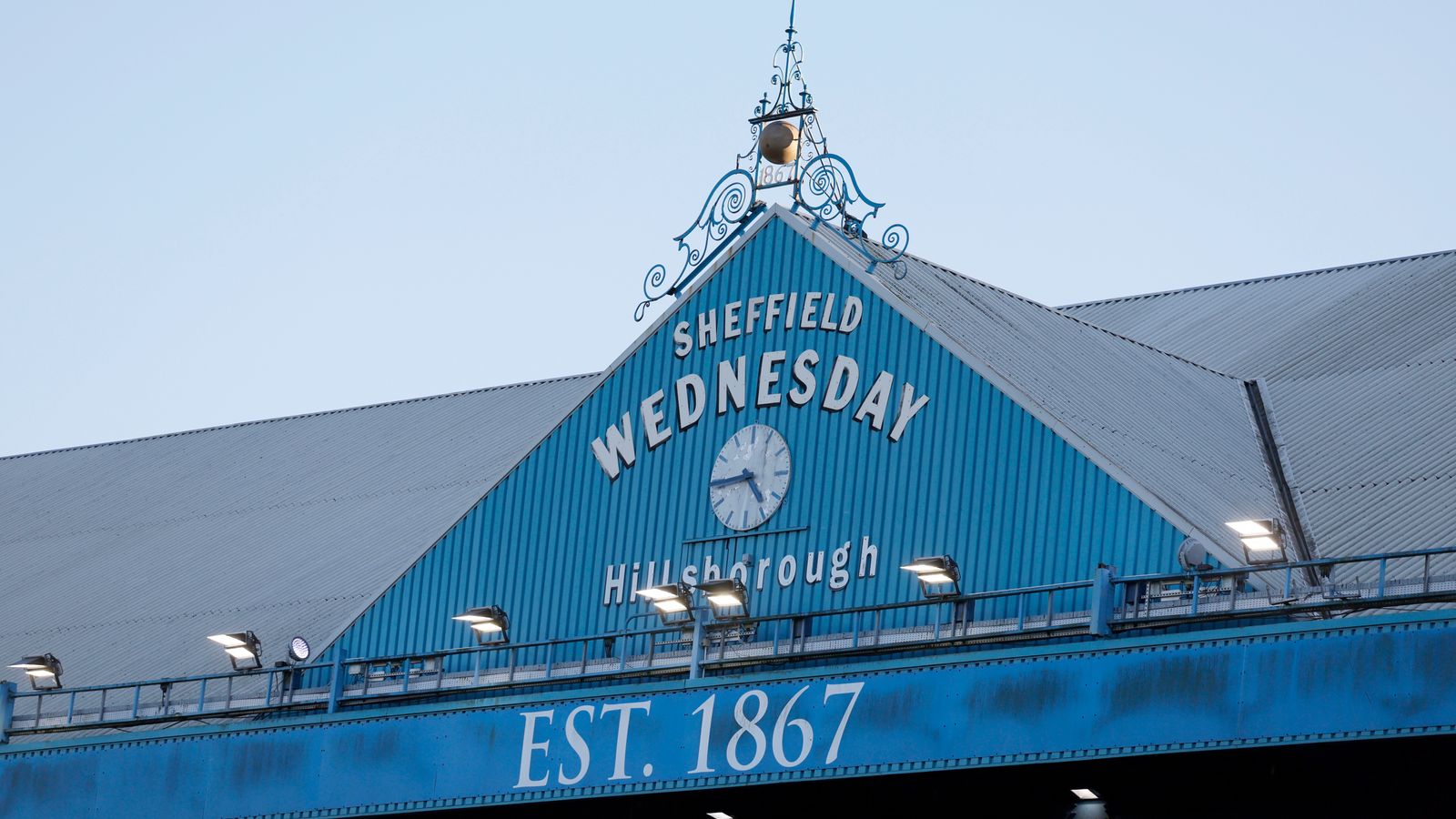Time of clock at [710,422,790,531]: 4:44
